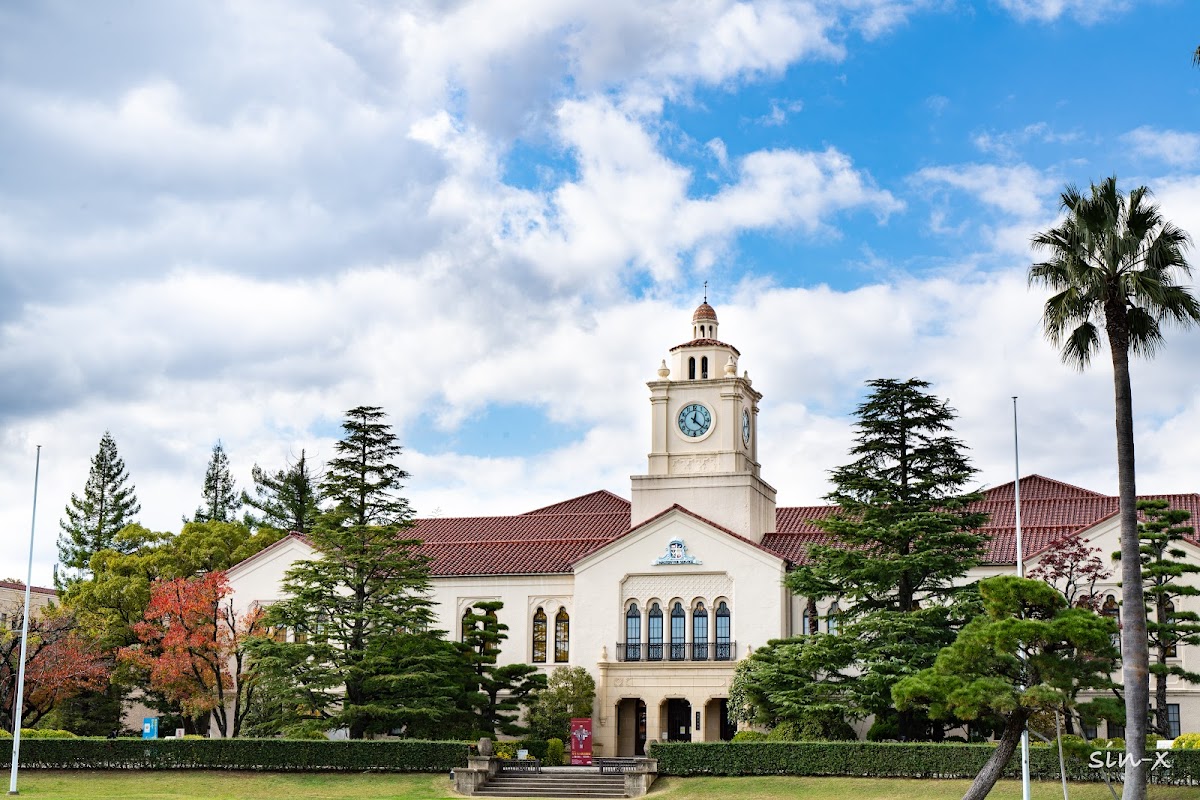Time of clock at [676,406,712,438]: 12:21
